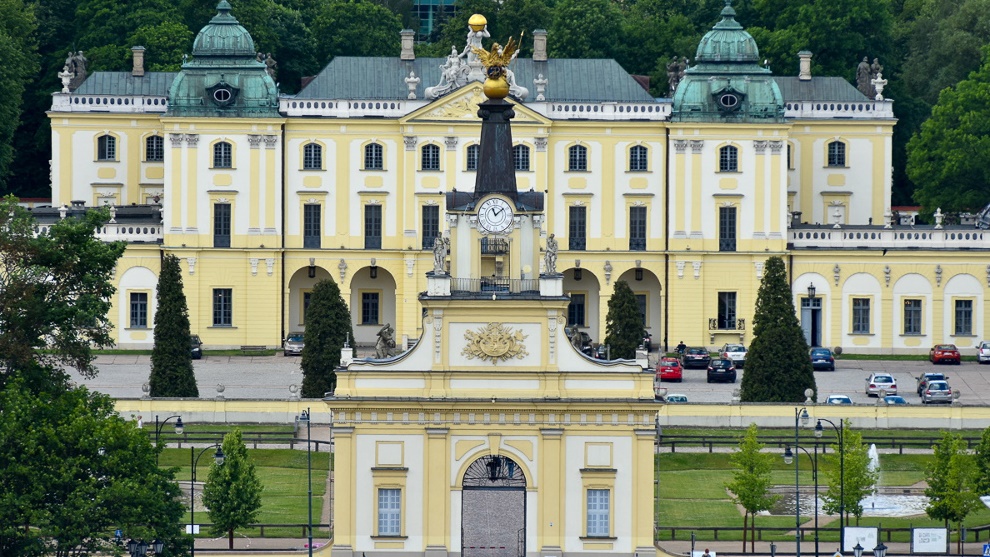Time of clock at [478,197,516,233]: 11:08
